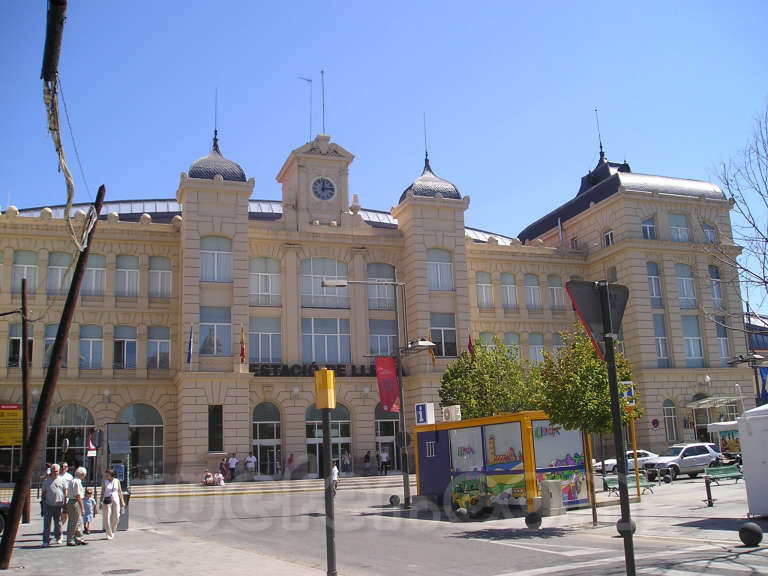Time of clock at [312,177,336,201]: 12:13
